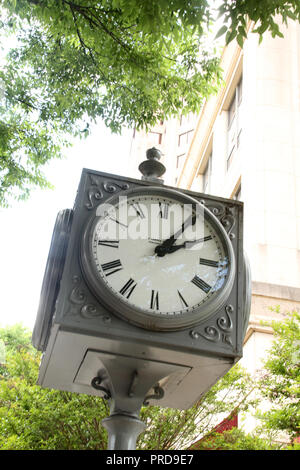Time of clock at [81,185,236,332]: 1:09
